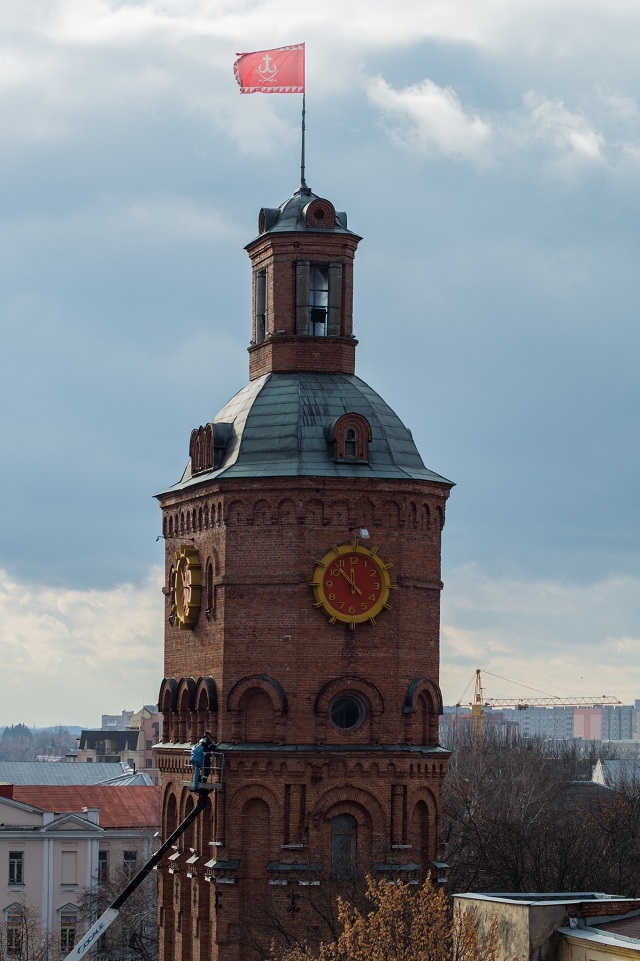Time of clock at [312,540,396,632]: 11:52
